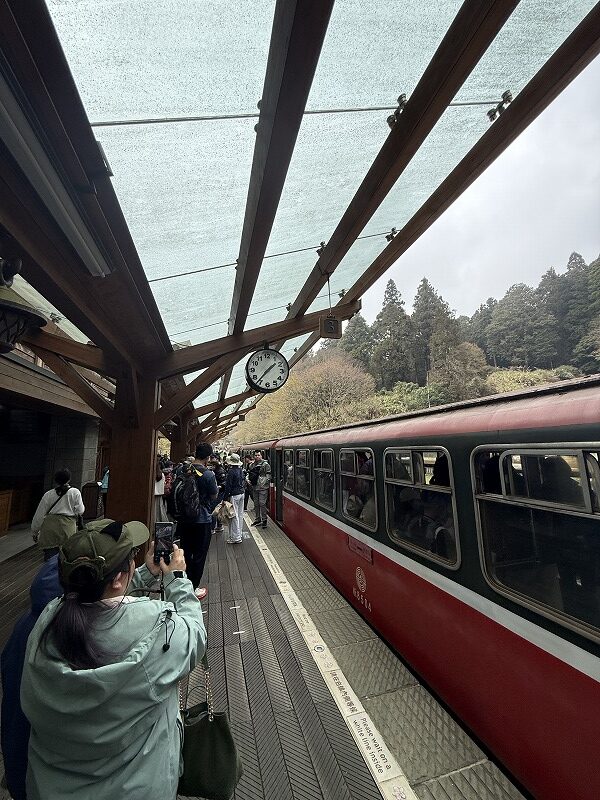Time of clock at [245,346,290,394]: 1:36
